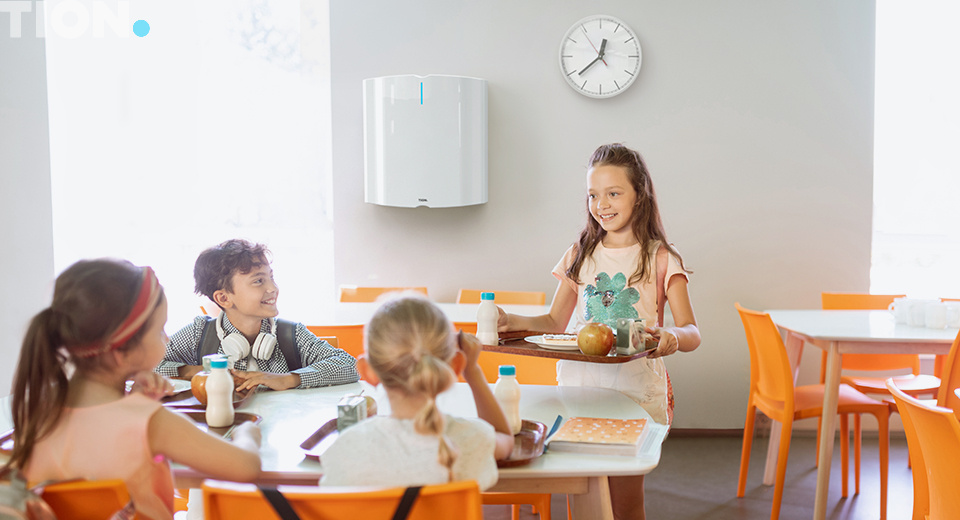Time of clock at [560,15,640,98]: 12:38
